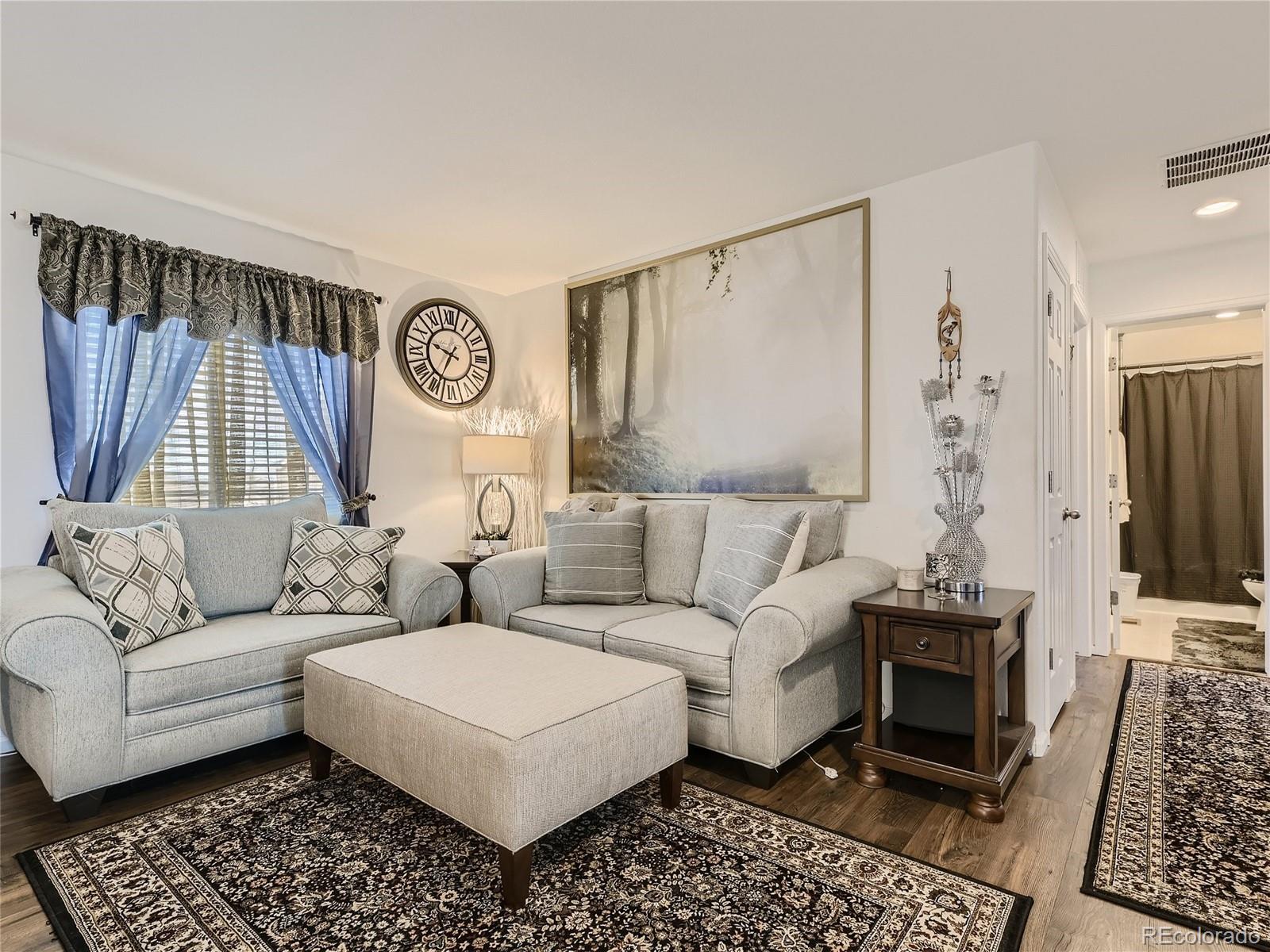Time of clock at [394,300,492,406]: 9:34
